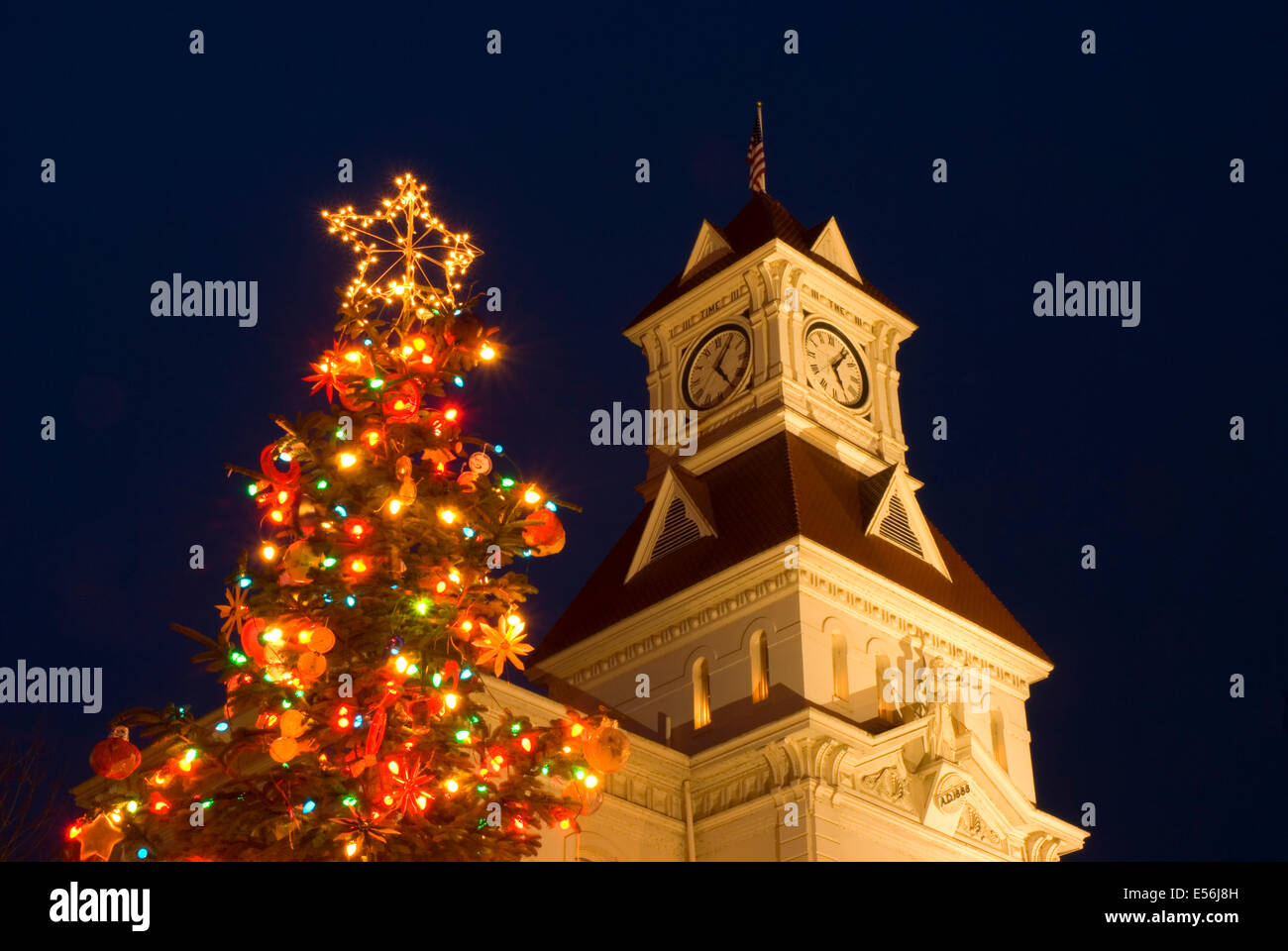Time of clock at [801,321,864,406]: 5:06
